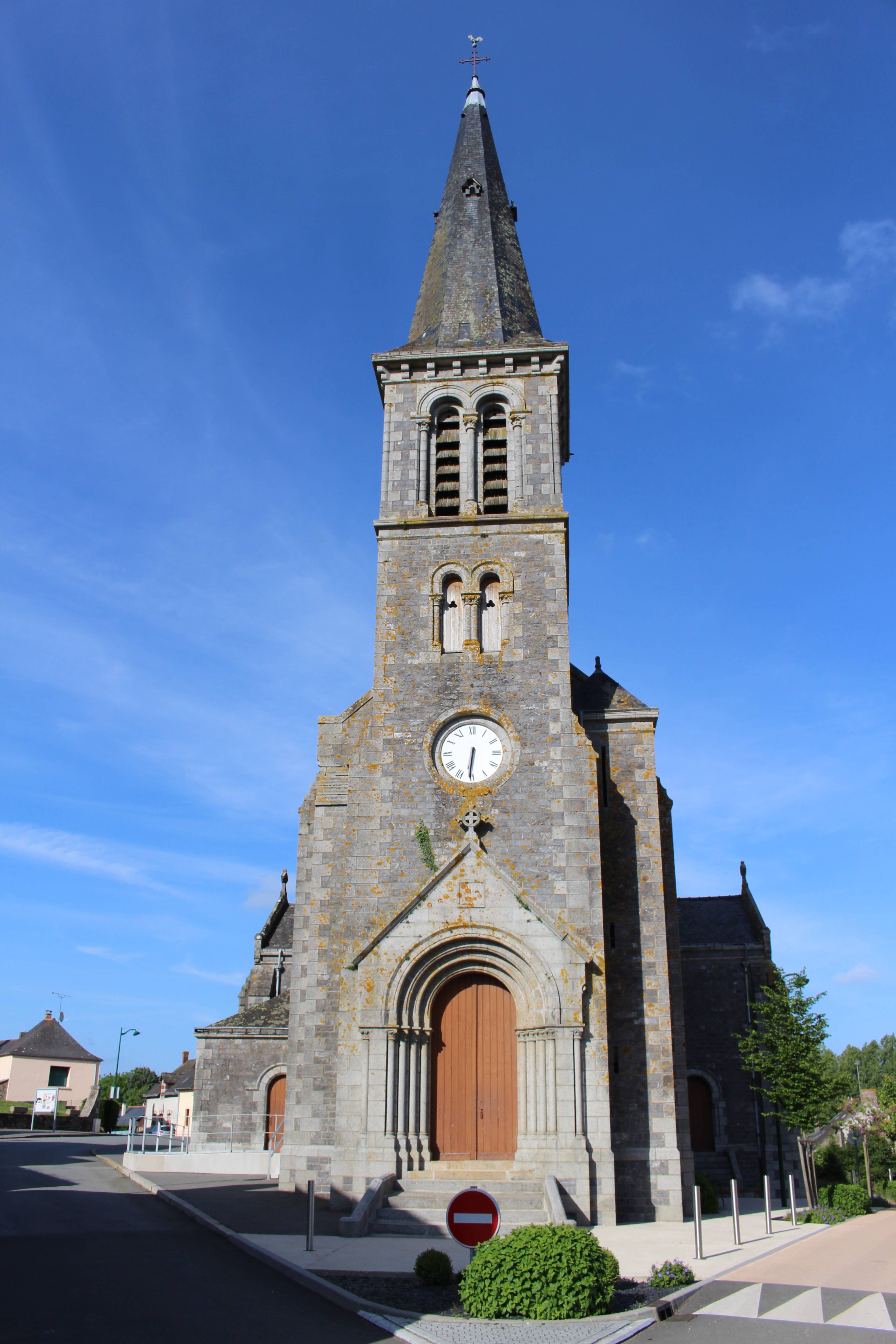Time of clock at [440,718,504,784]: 6:31
